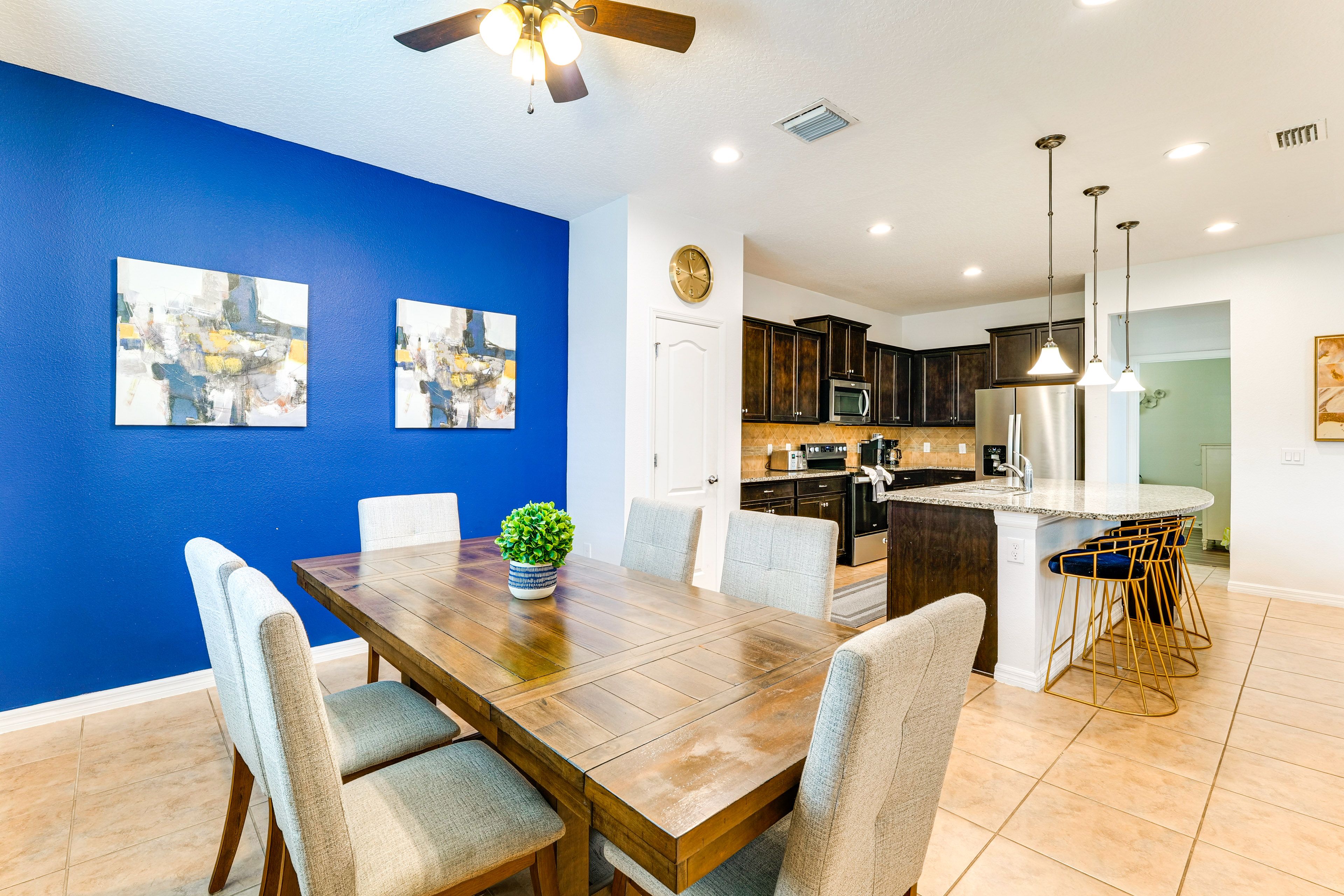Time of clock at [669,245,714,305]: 11:16
